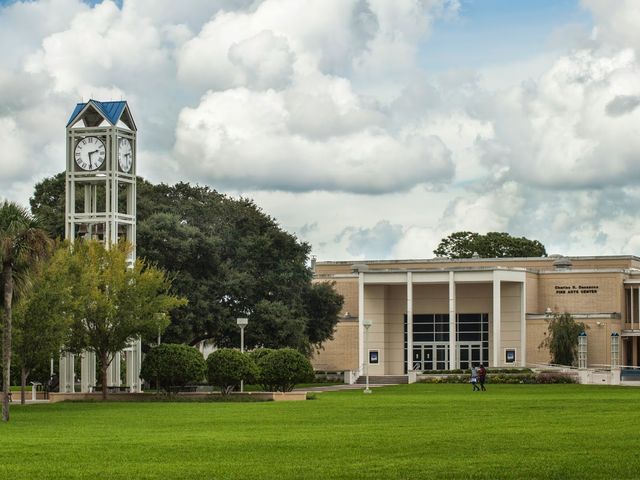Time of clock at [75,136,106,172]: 2:29
